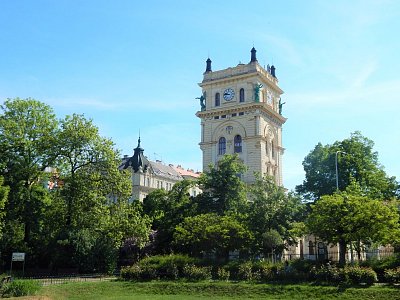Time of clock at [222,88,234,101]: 9:45
